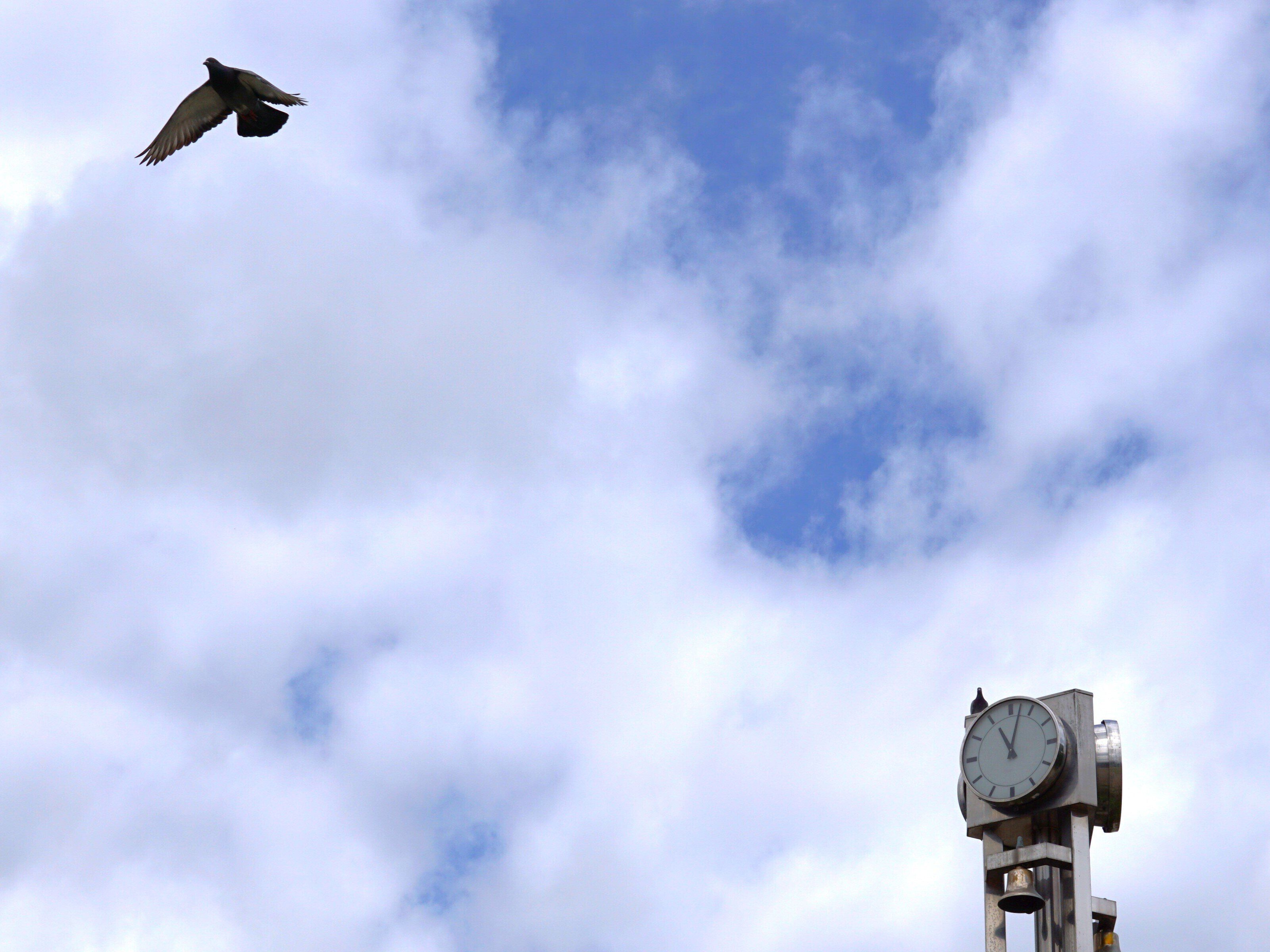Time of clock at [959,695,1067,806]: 11:02
